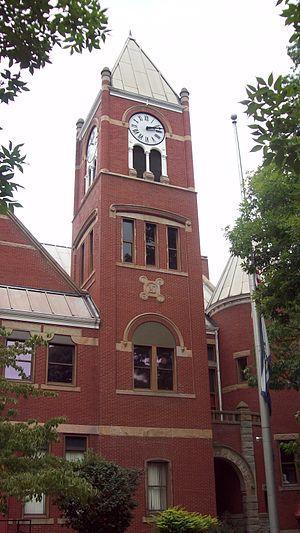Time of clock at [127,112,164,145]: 2:12
